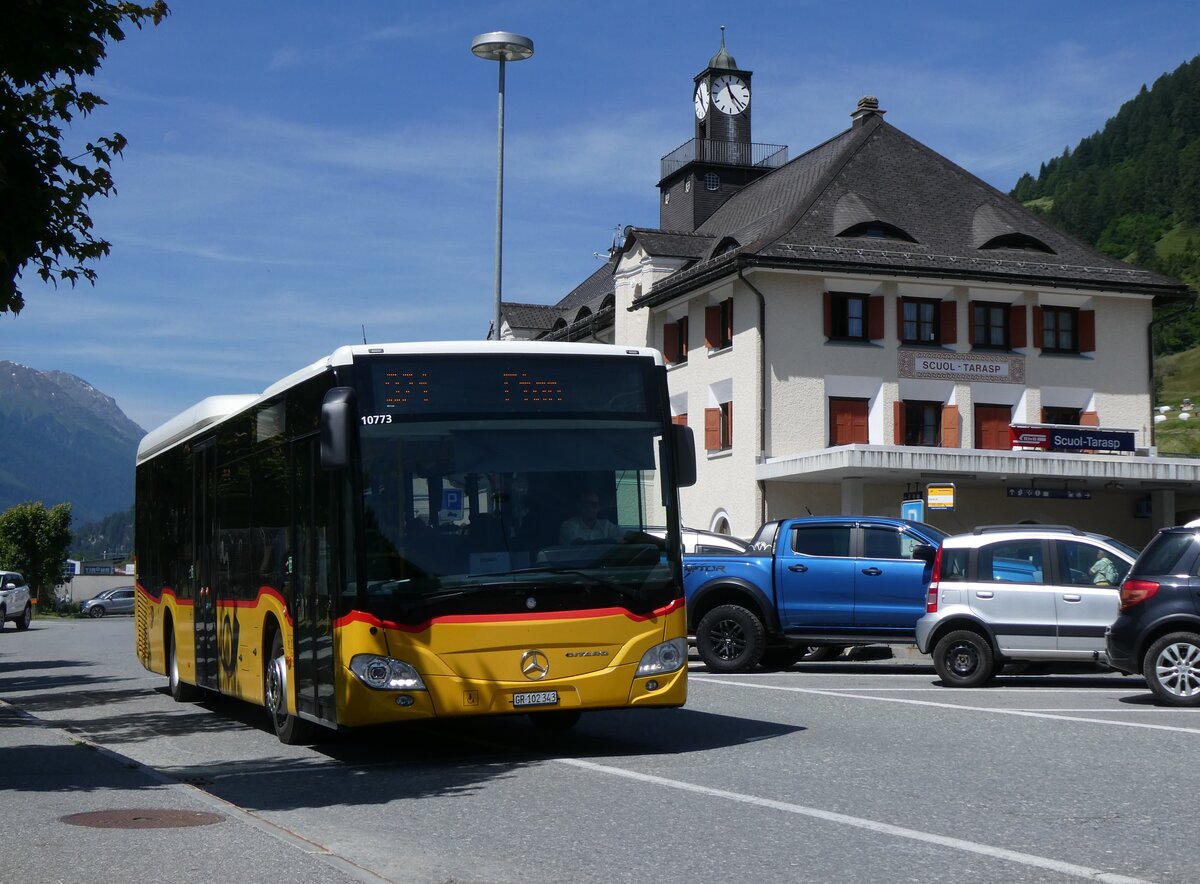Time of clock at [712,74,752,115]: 11:22
